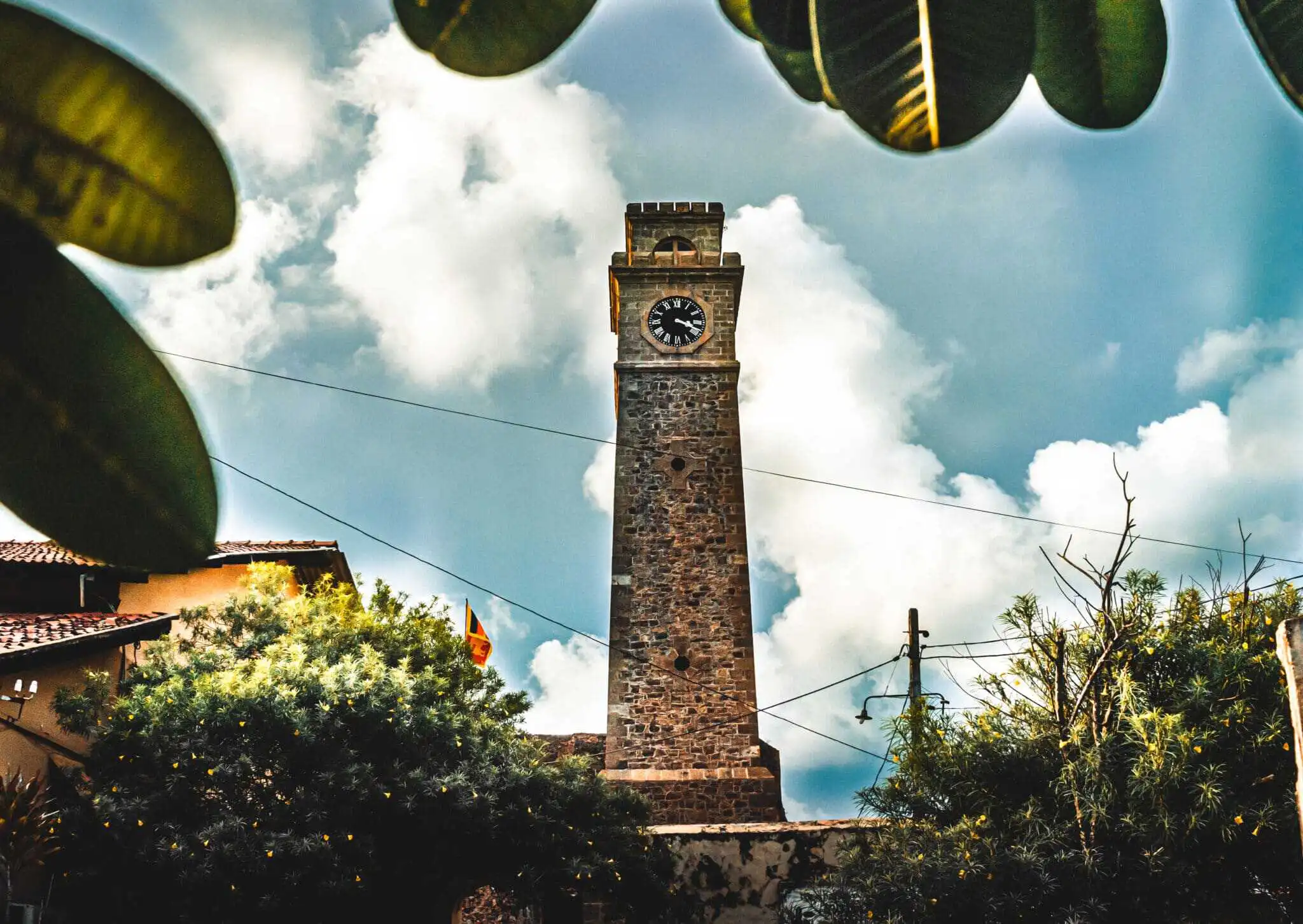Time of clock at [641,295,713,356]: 3:18
